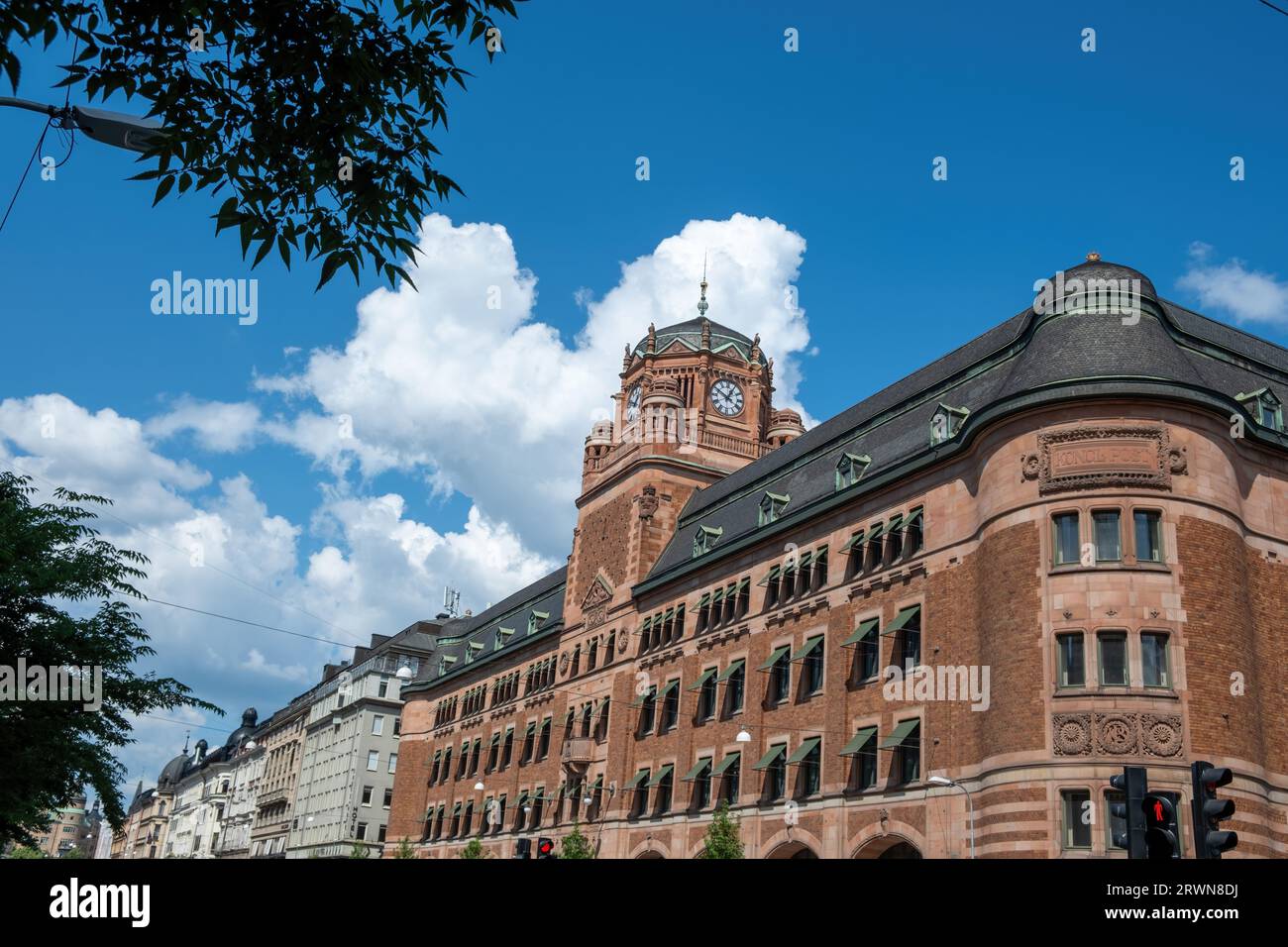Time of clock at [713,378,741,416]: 12:49
